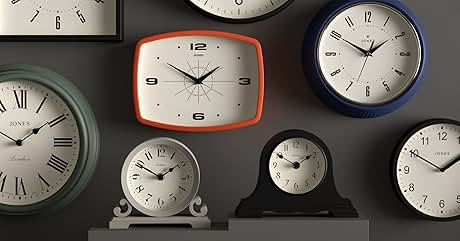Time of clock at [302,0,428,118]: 1:50
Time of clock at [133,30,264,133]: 1:50
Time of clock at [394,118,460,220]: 1:49
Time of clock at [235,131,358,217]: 1:49
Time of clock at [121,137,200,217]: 1:49
